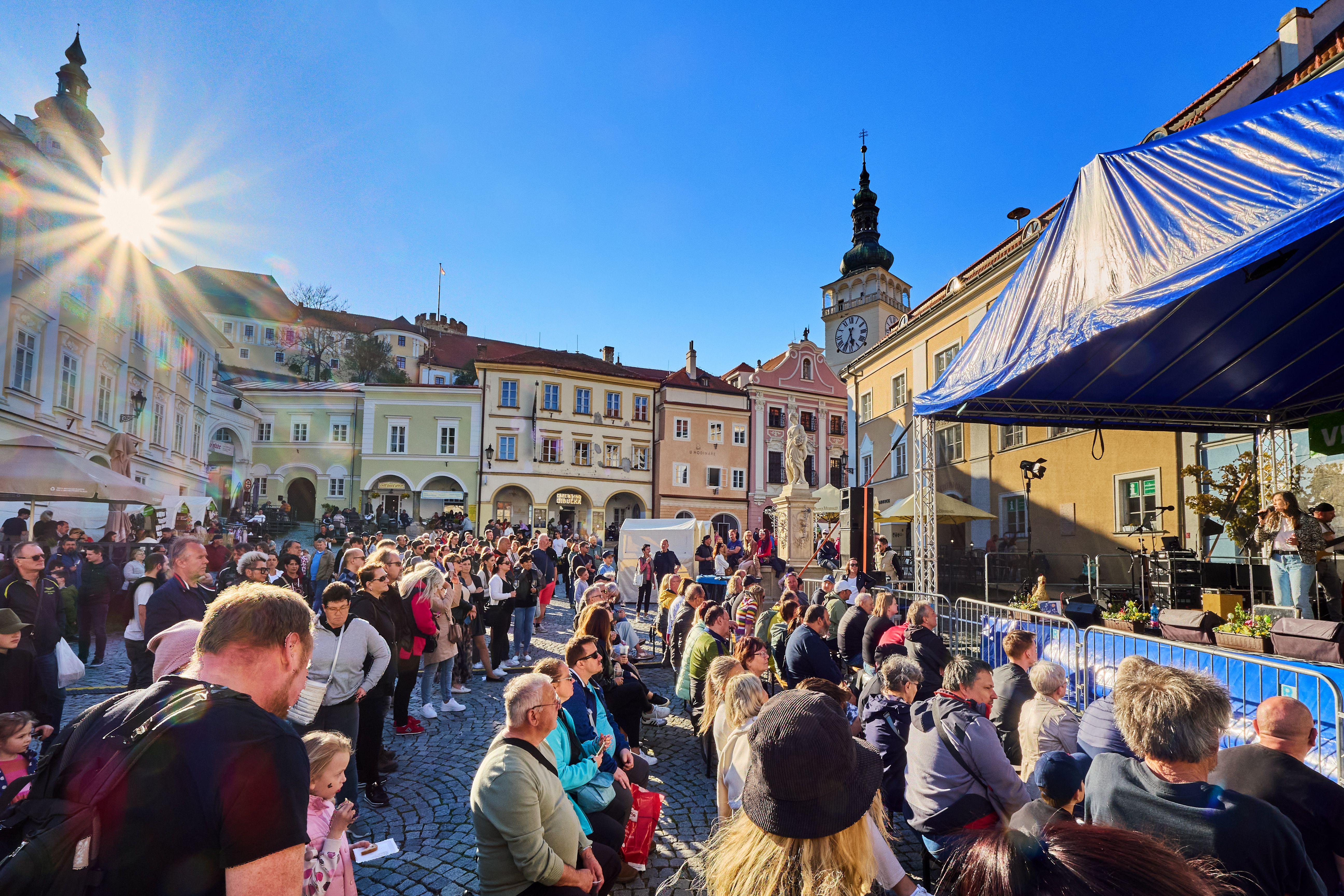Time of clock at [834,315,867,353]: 5:34
